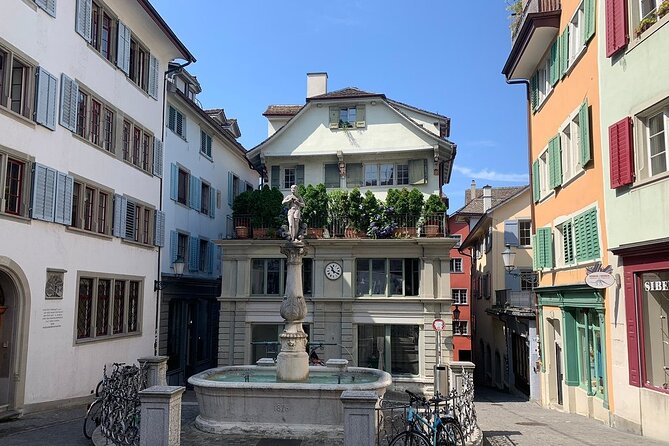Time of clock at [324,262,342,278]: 11:19
